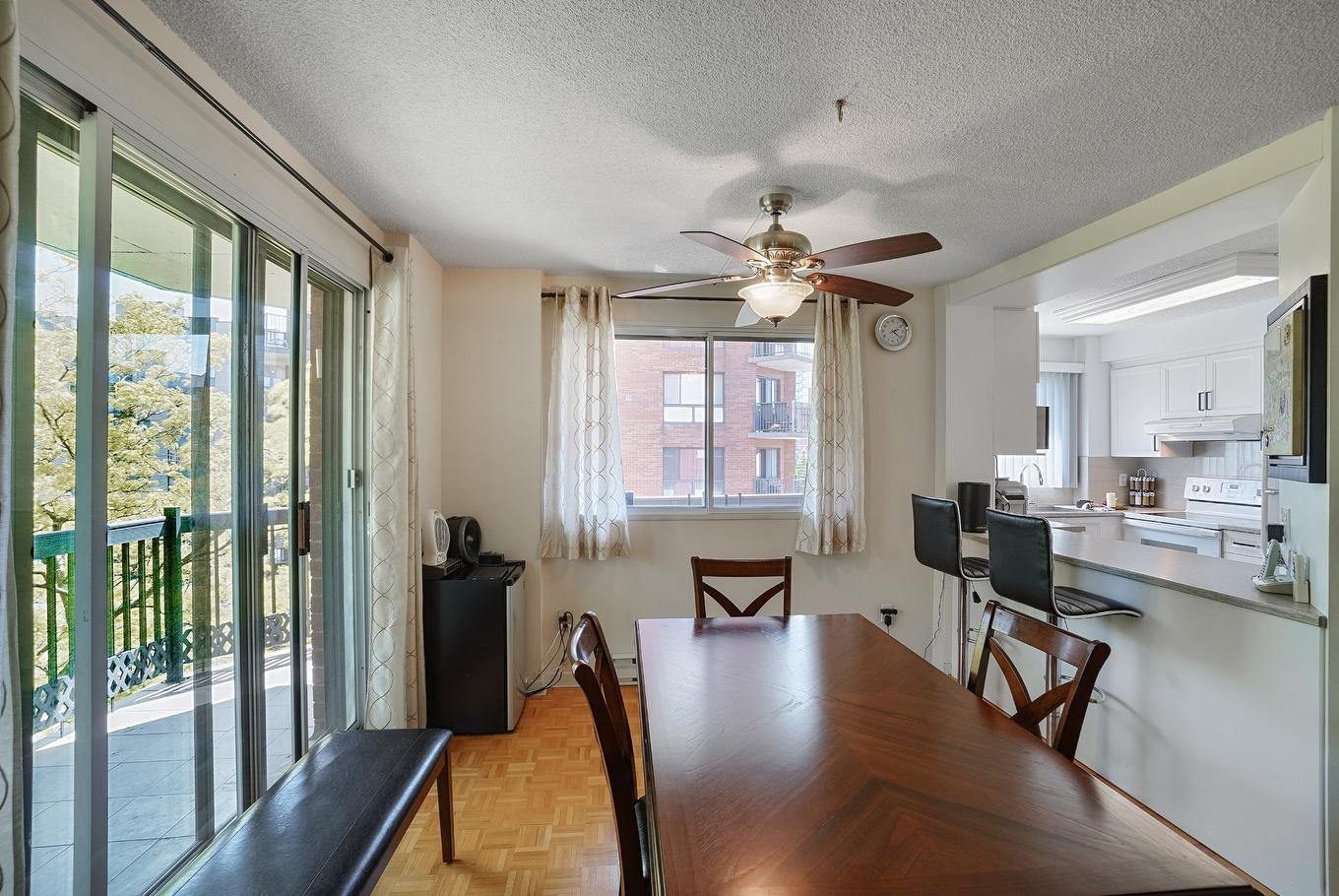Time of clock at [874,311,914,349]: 2:21
